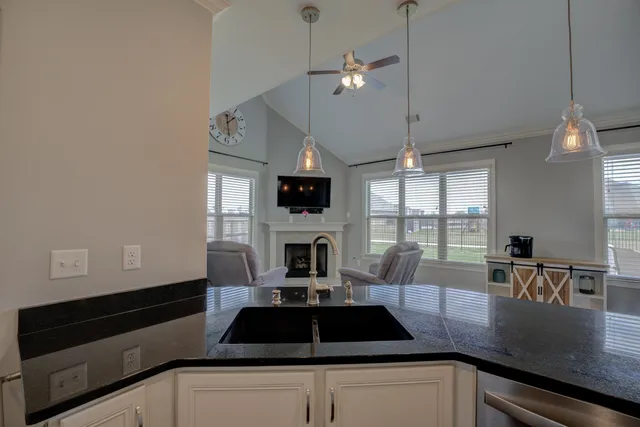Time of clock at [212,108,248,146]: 1:28
